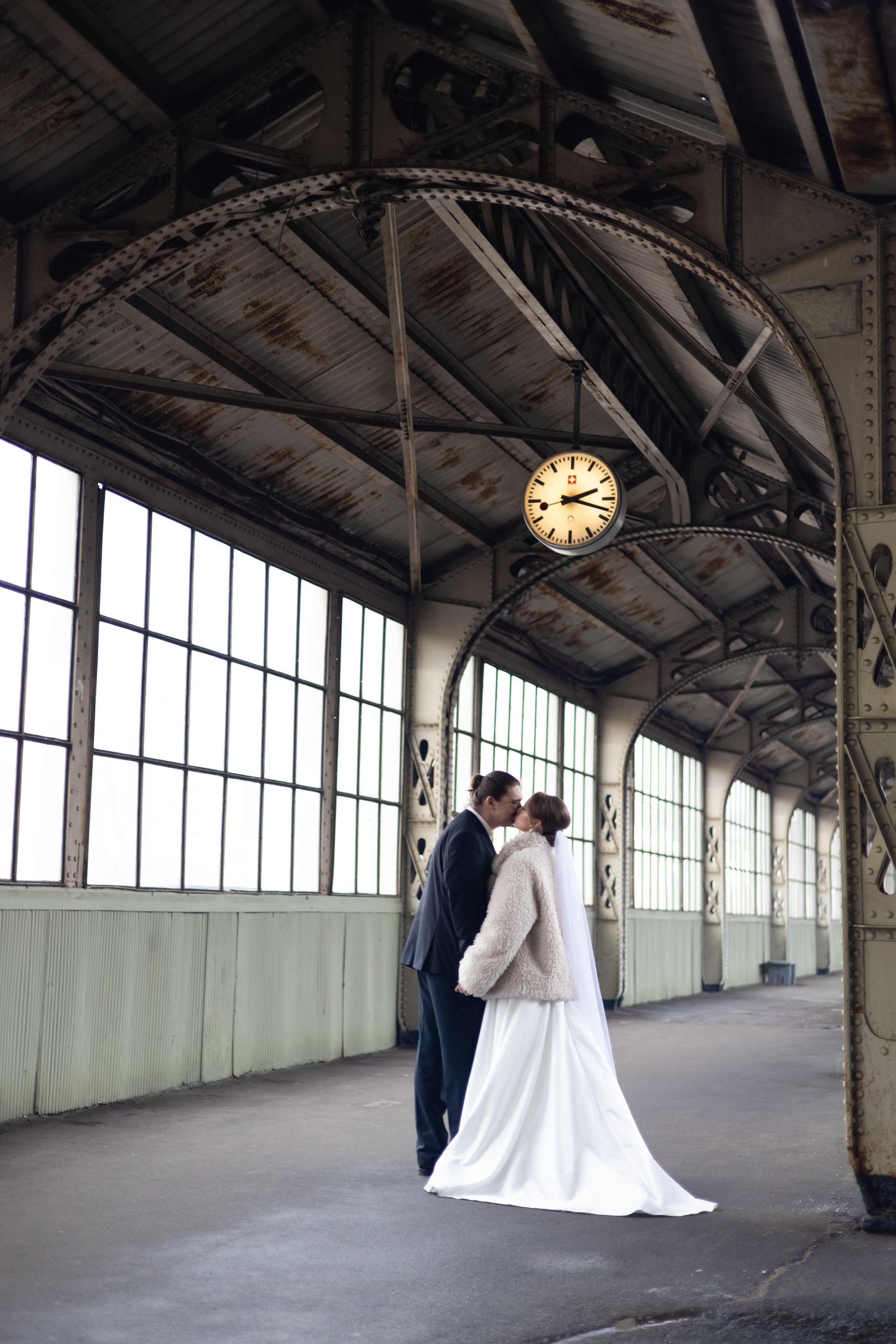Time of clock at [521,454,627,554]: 2:18
